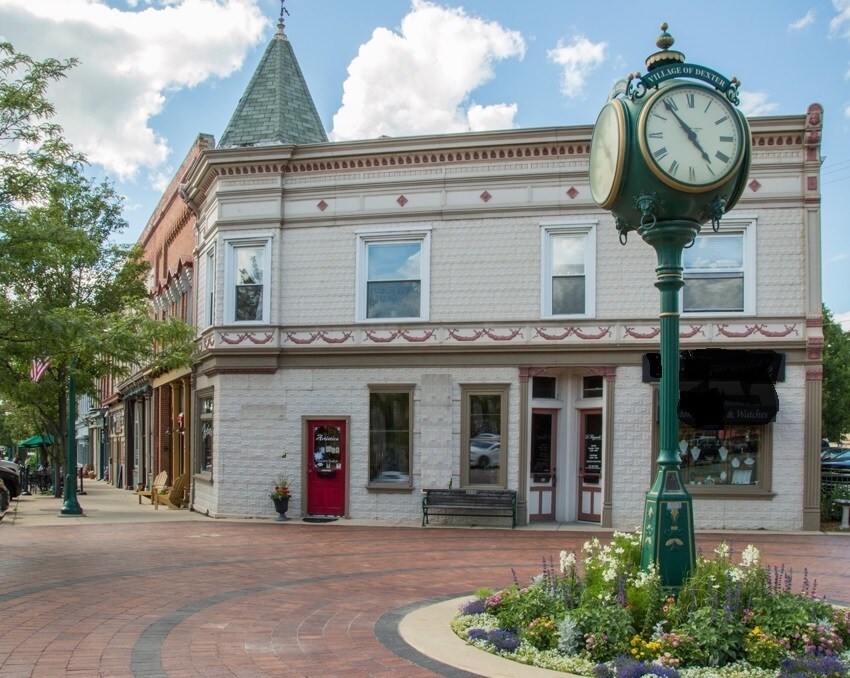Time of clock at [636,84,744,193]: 4:53
